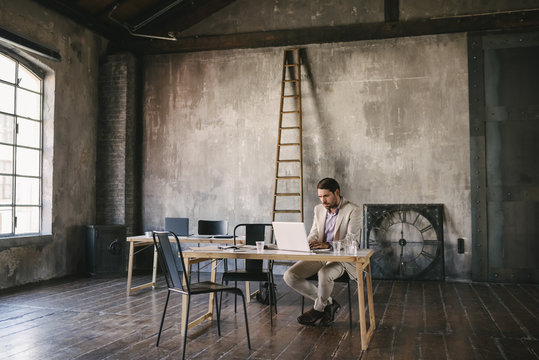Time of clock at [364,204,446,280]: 6:15
